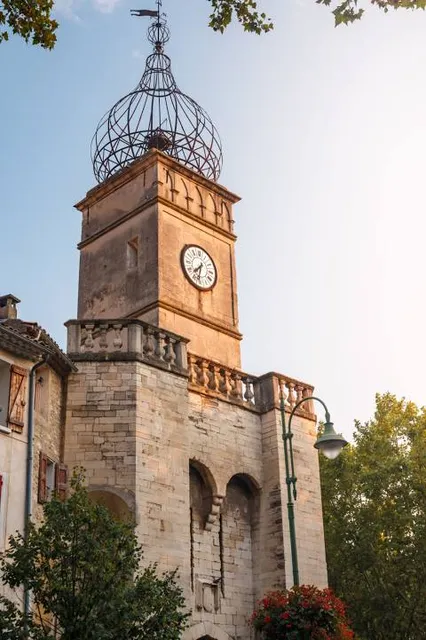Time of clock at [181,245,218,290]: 7:32
